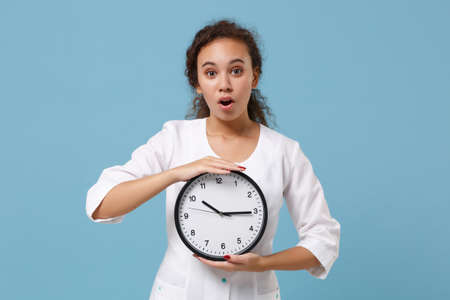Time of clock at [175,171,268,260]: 10:15
